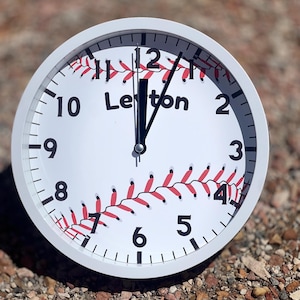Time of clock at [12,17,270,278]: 12:03
